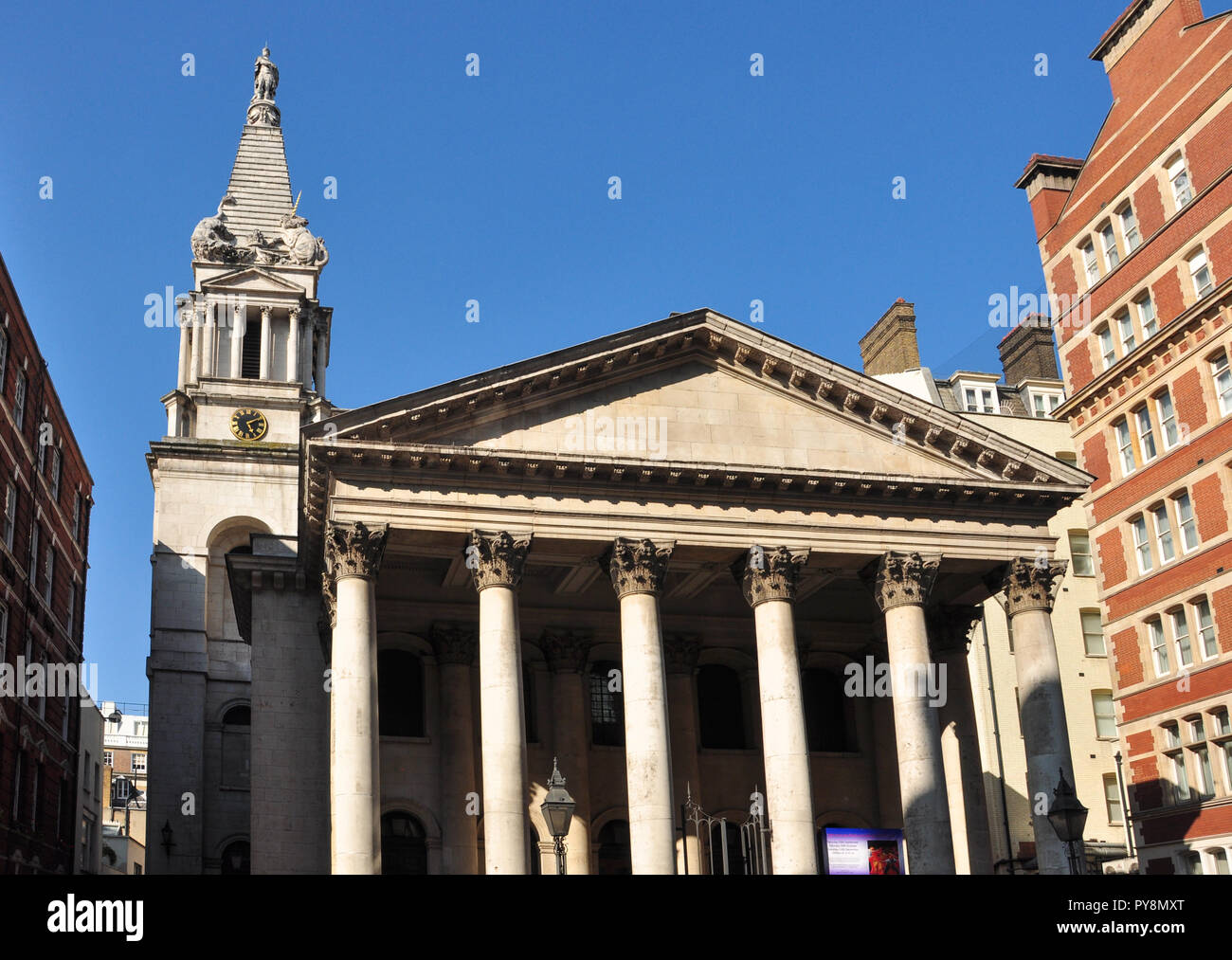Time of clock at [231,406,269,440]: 5:08
